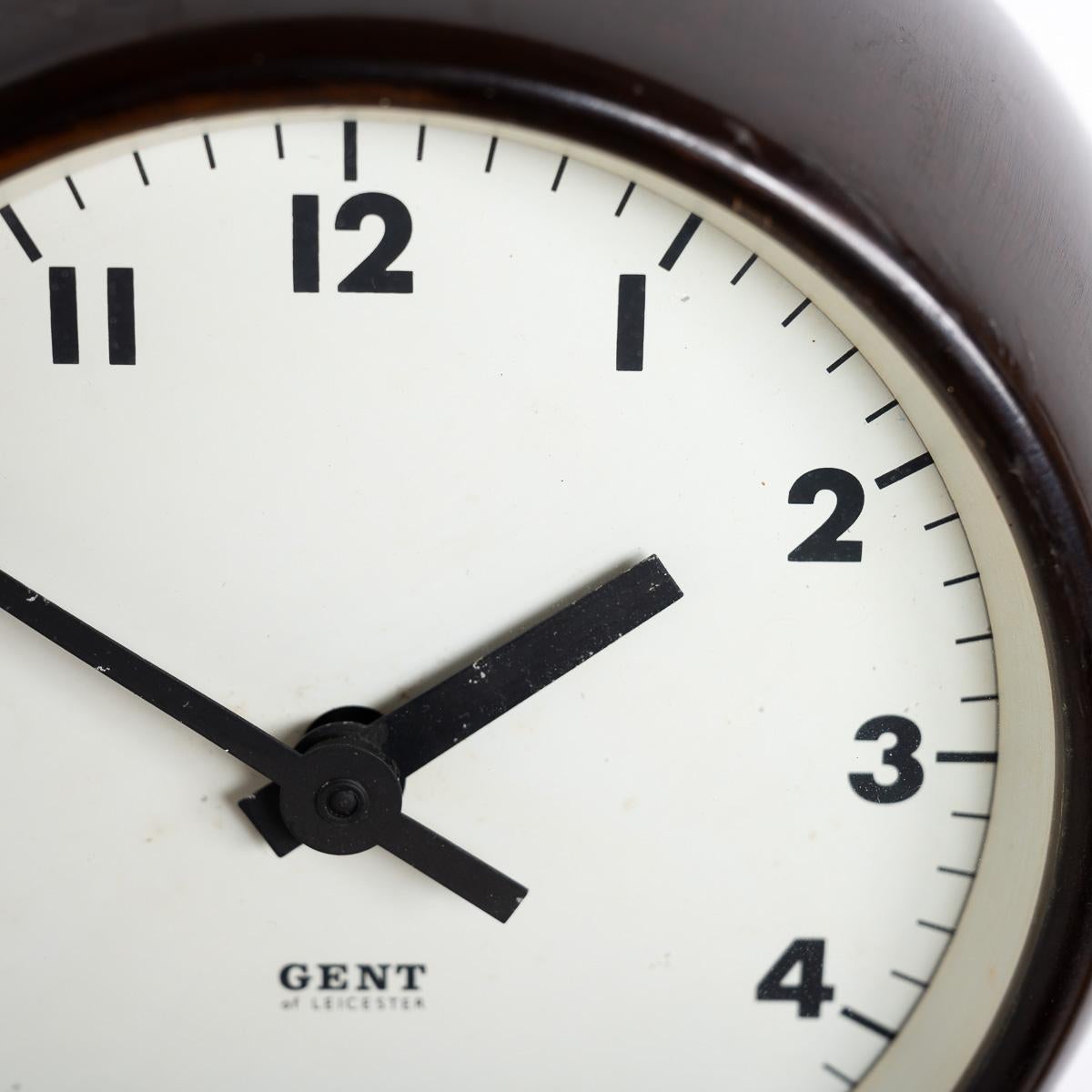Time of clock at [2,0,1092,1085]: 1:50
